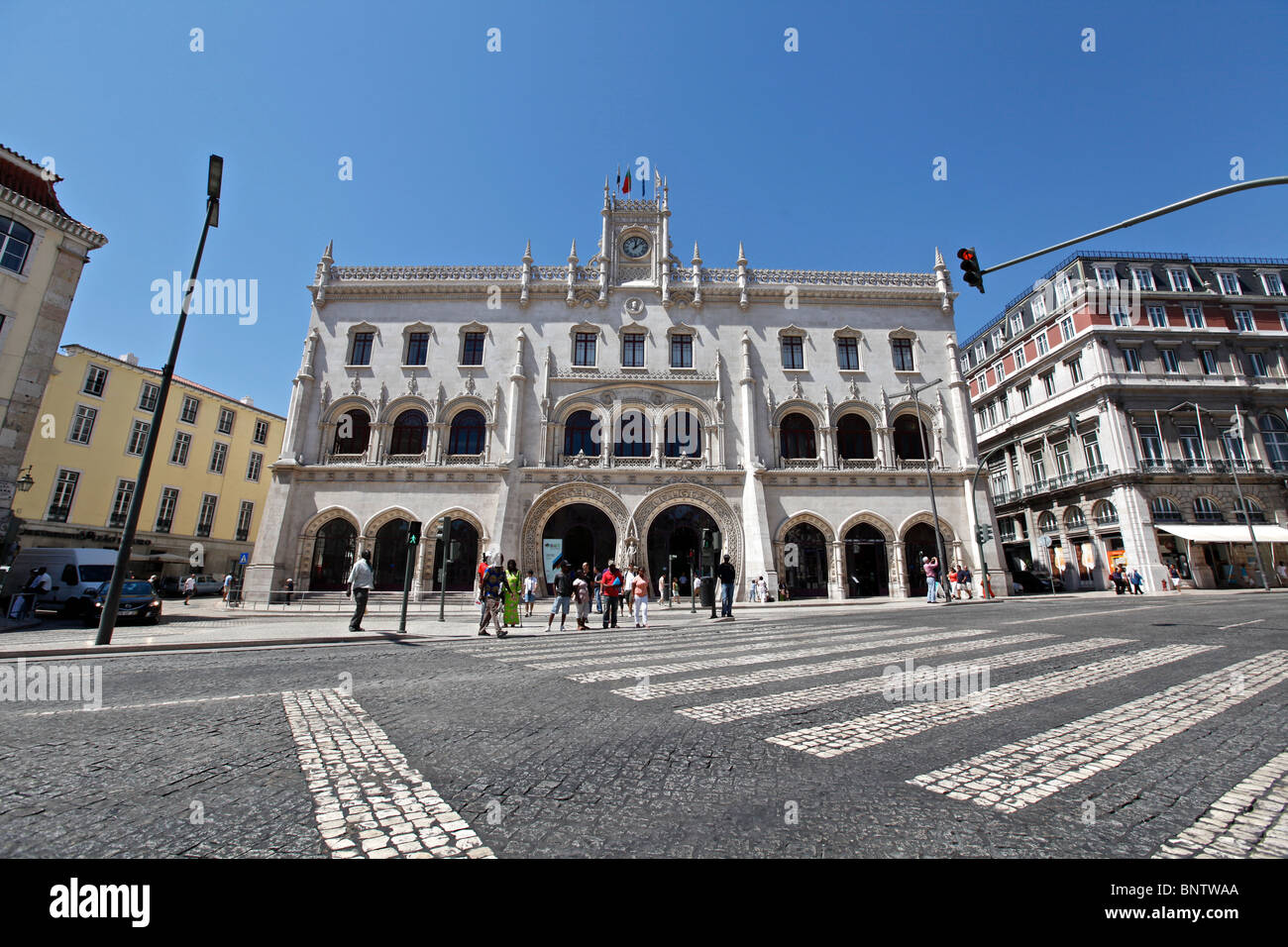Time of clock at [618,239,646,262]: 12:07
